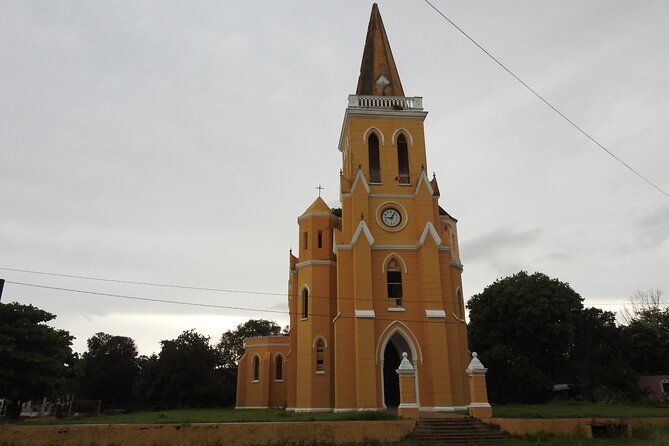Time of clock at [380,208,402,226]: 9:05
